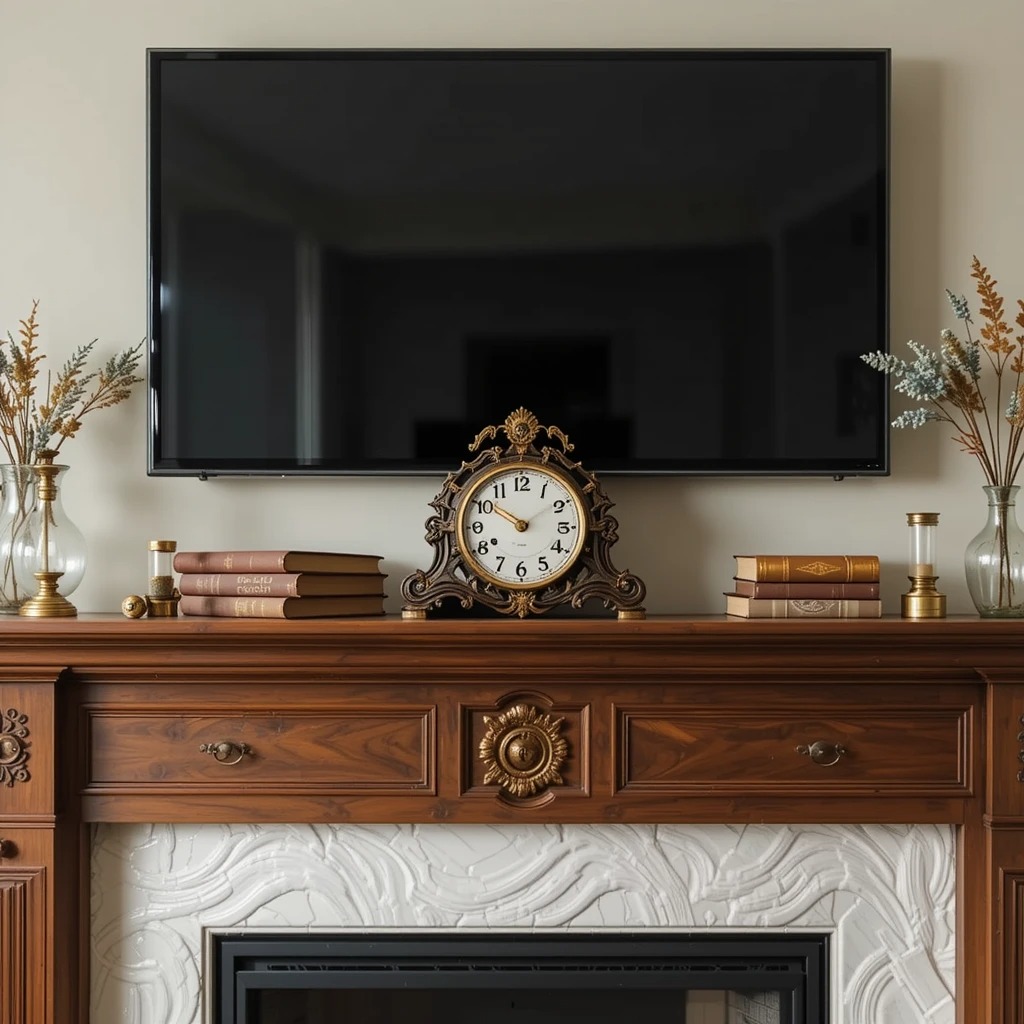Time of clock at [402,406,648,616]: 1:50
